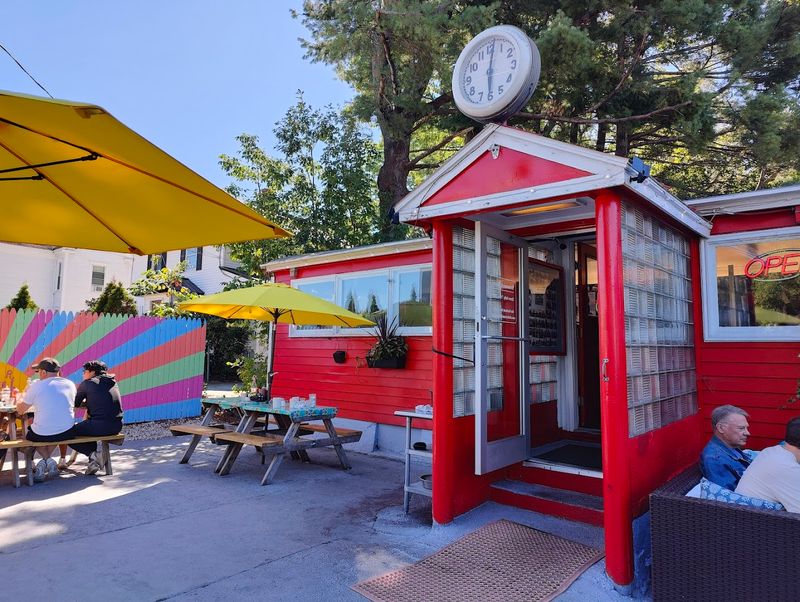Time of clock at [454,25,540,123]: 6:01
